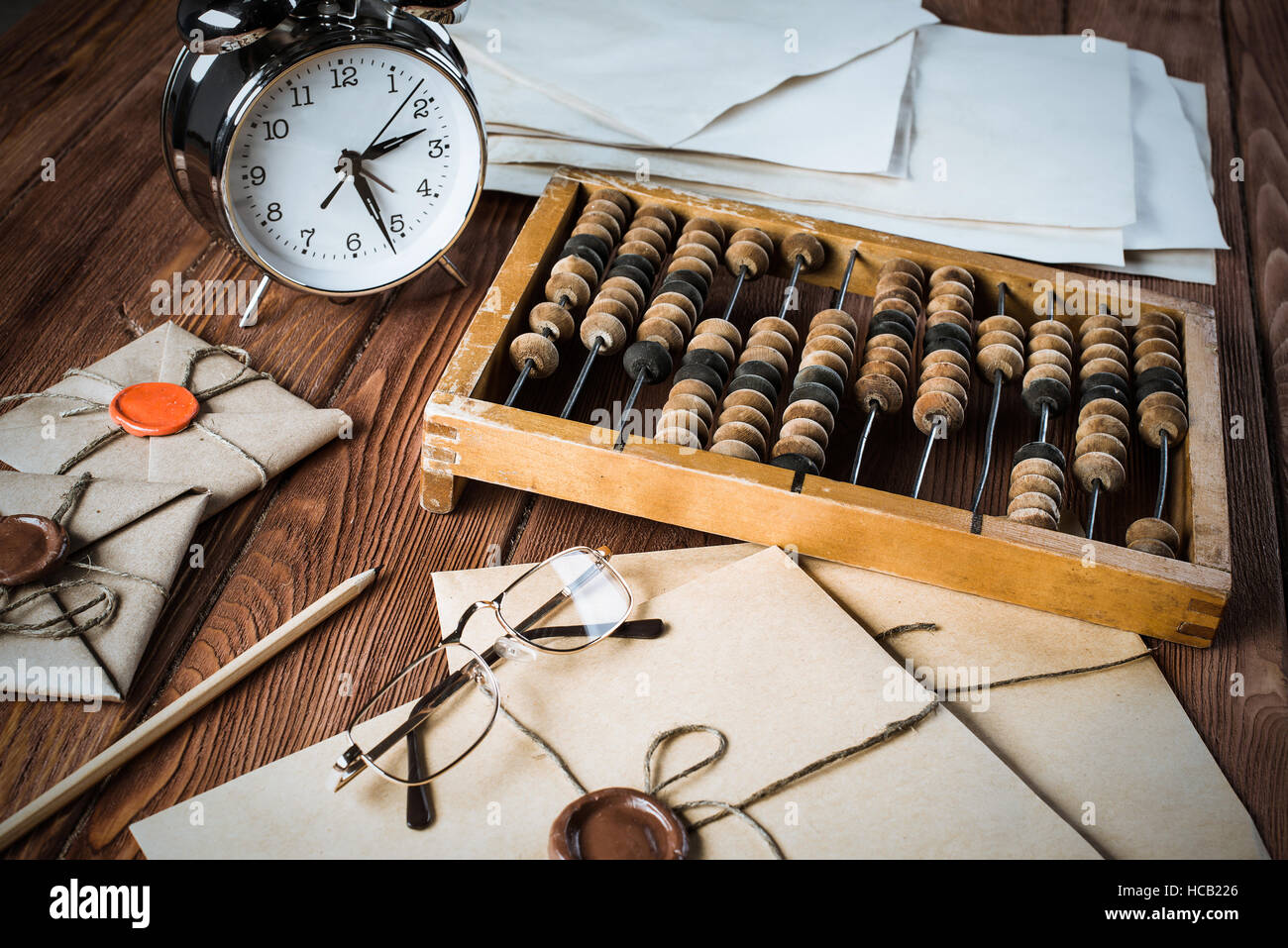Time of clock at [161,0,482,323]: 2:26
